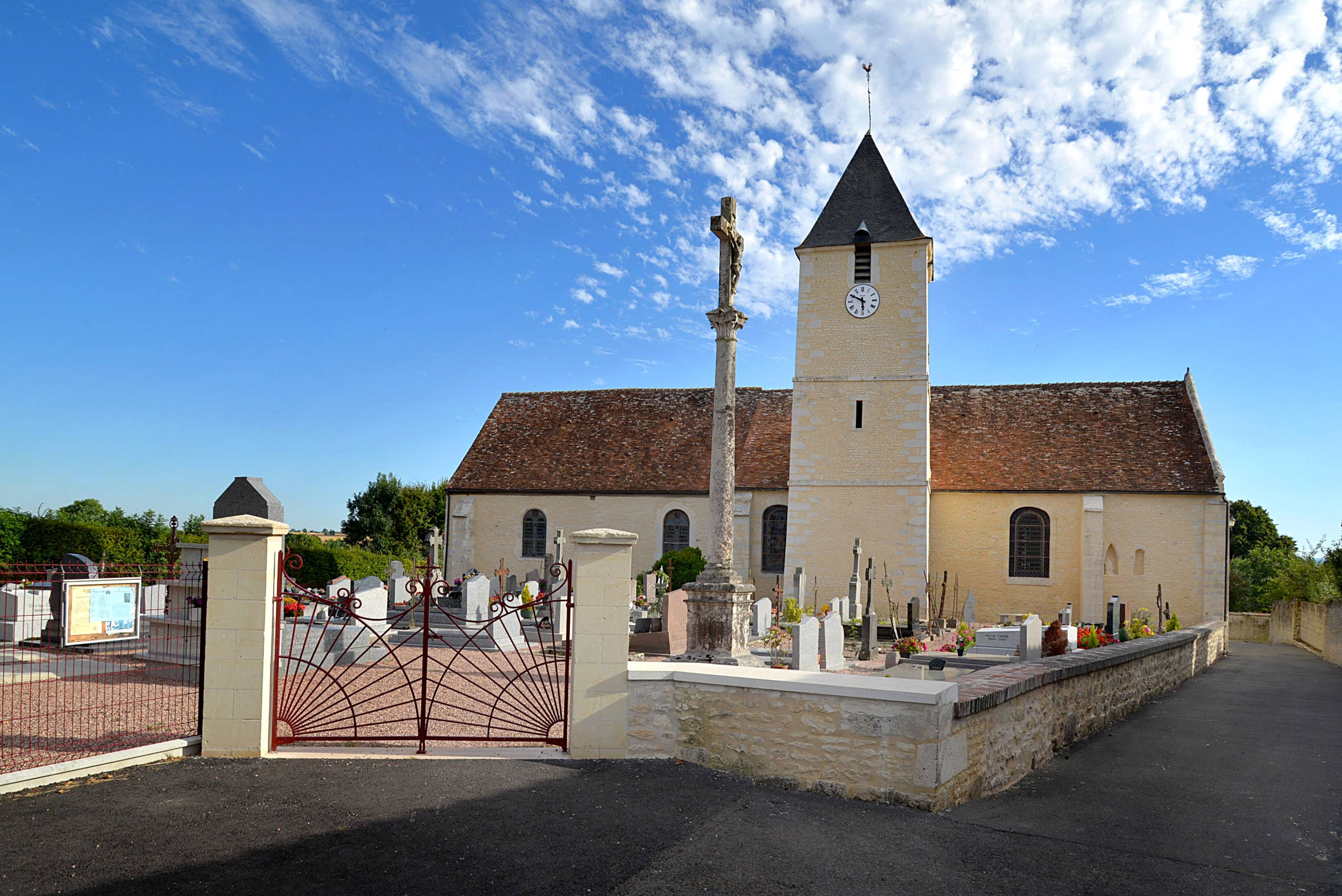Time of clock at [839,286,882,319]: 5:49
